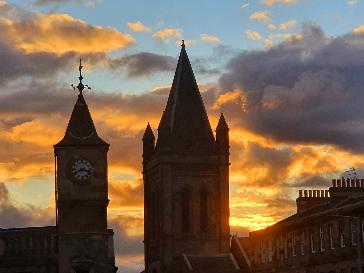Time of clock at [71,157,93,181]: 3:40
